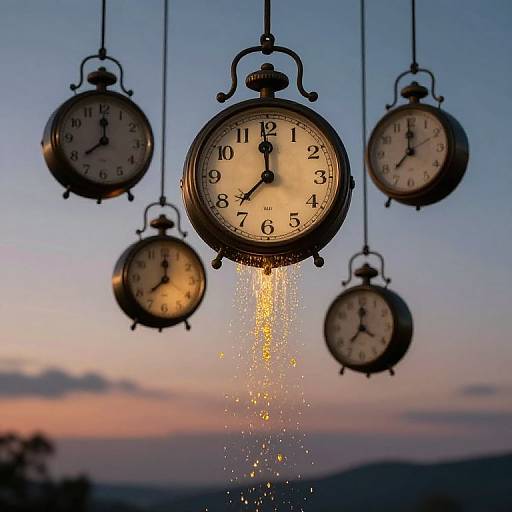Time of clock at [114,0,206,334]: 11:59
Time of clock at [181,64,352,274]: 11:59
